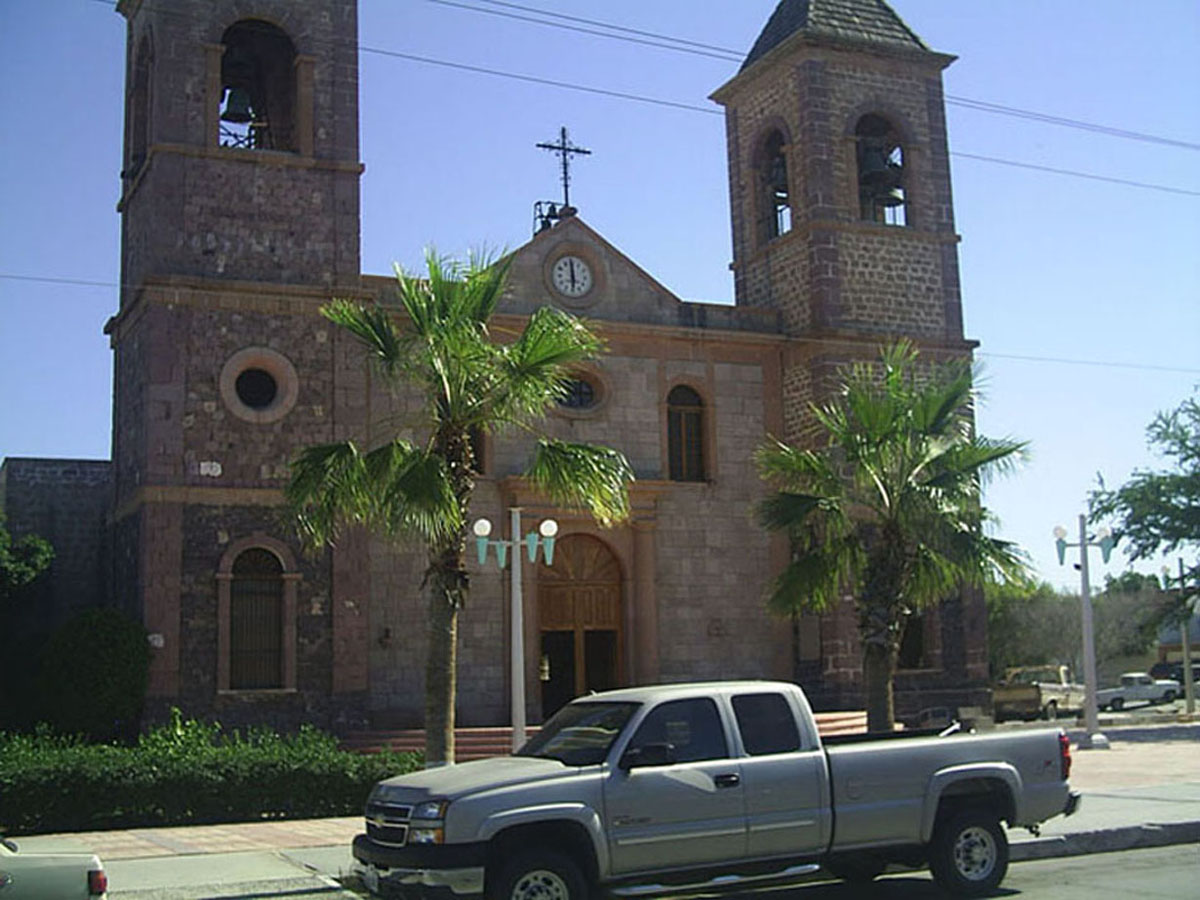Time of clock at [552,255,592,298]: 5:59
